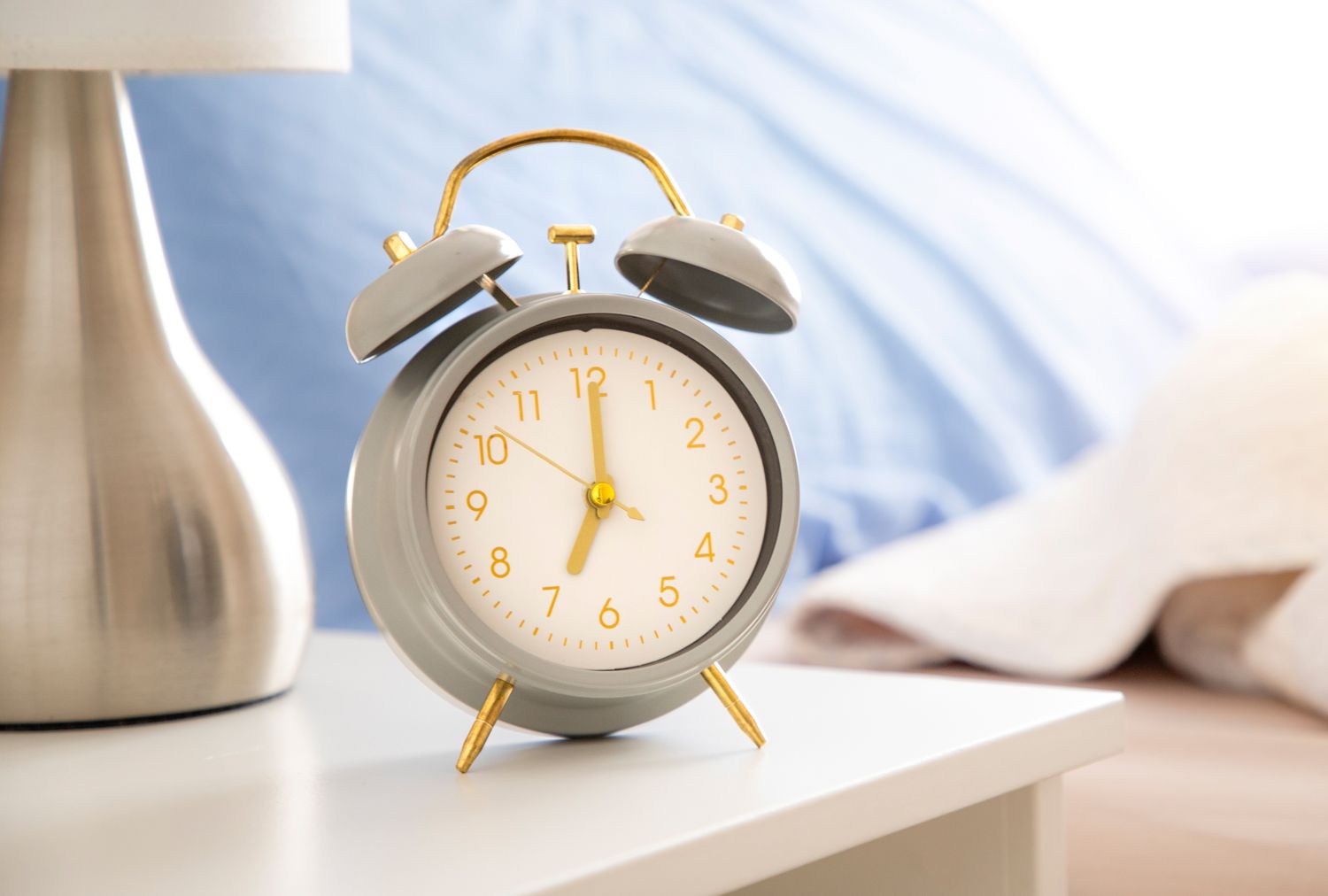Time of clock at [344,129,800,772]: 7:00
